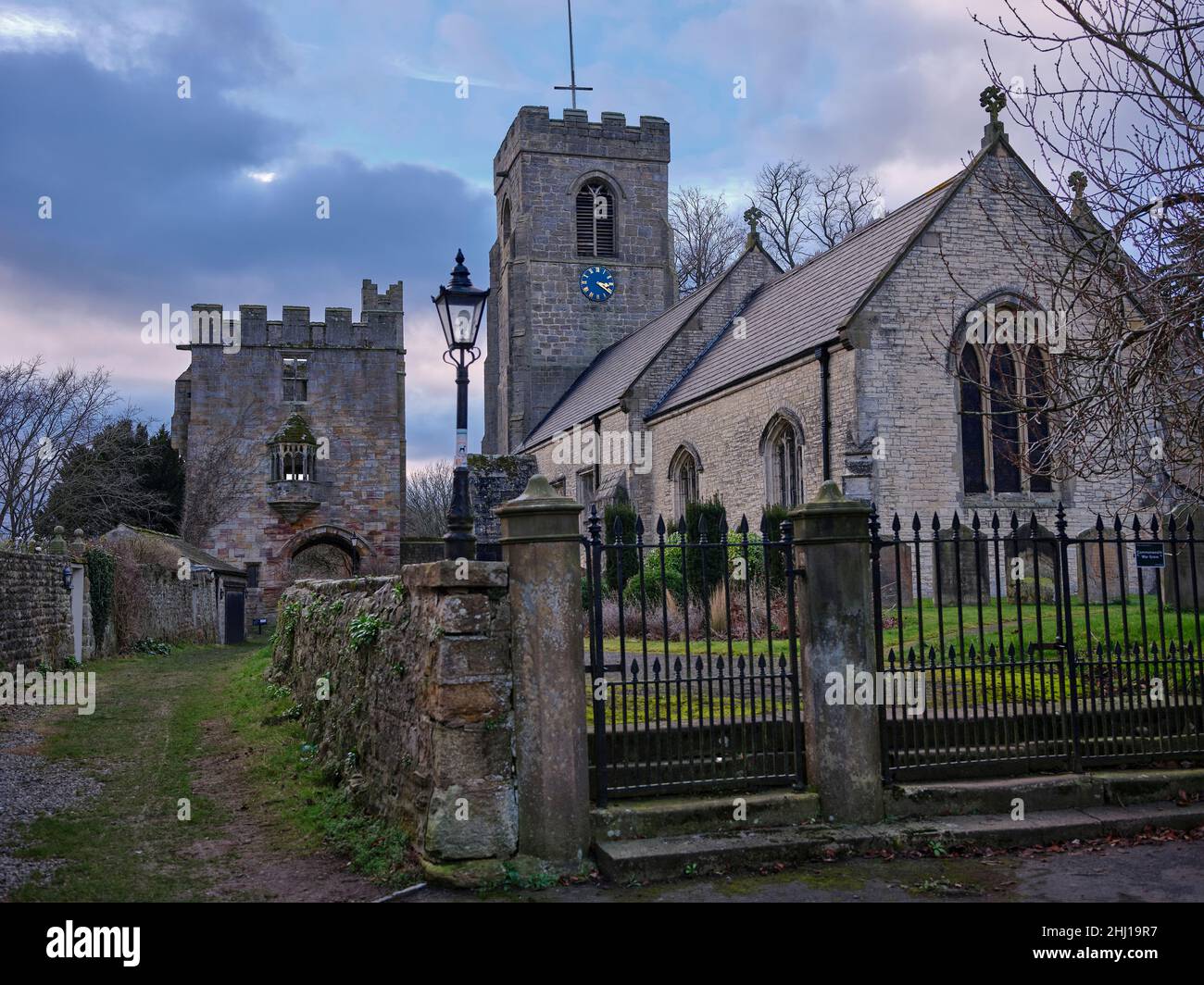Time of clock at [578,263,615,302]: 3:20
